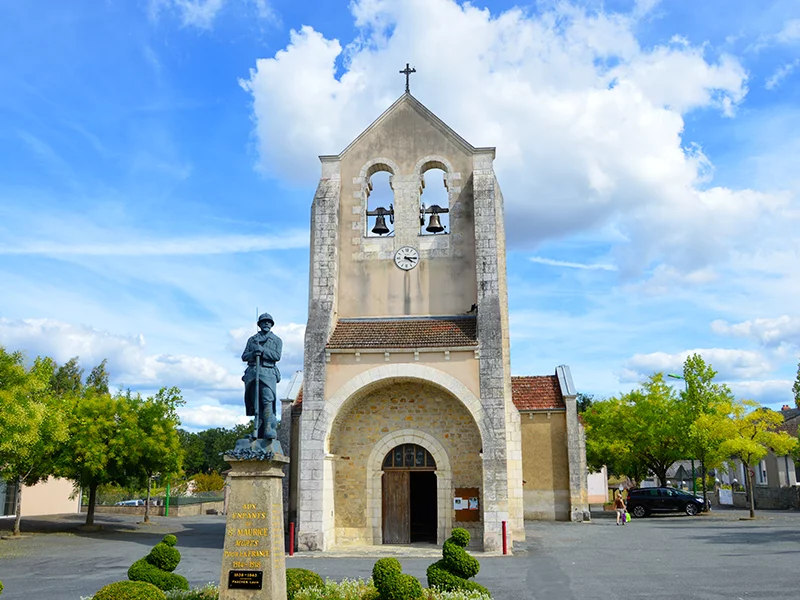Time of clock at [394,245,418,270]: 4:14
